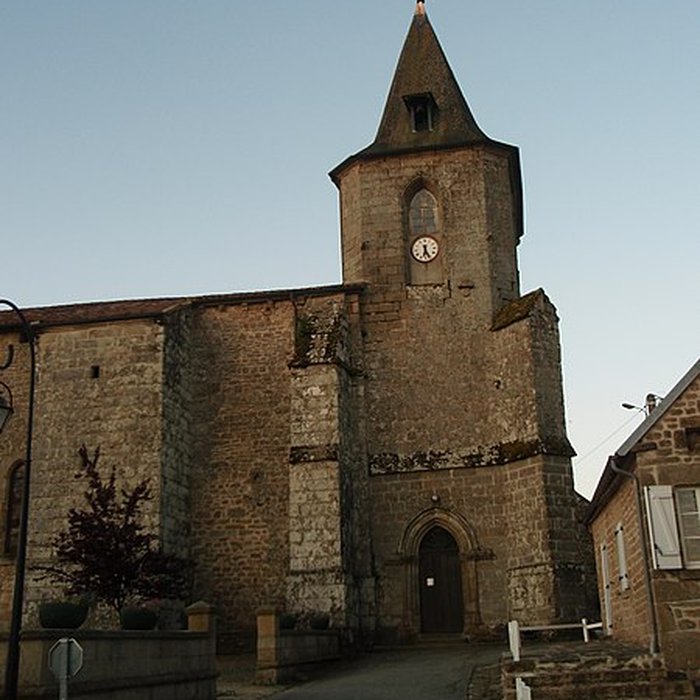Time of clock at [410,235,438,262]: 6:26
